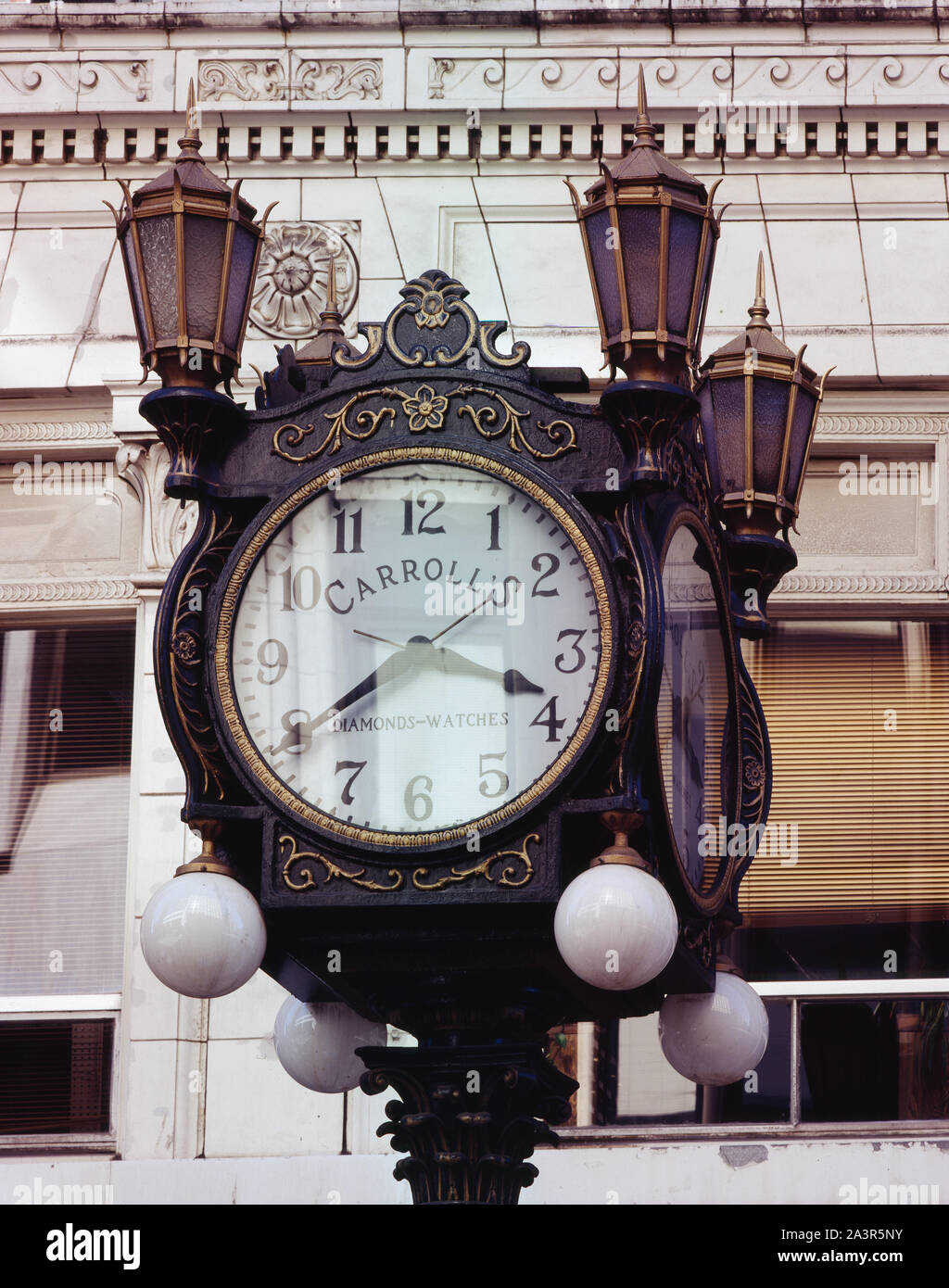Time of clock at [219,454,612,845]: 3:39
